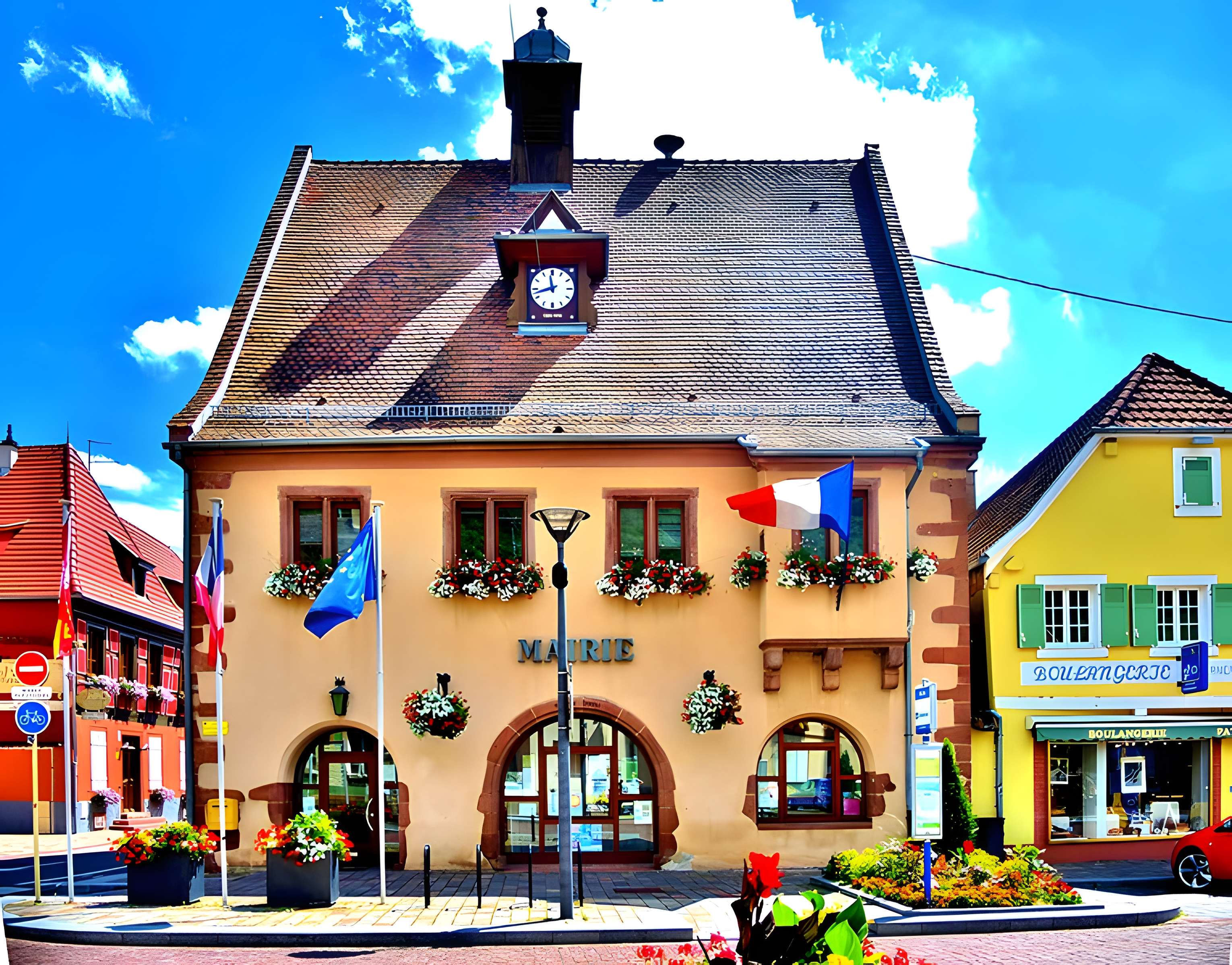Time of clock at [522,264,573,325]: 11:42
